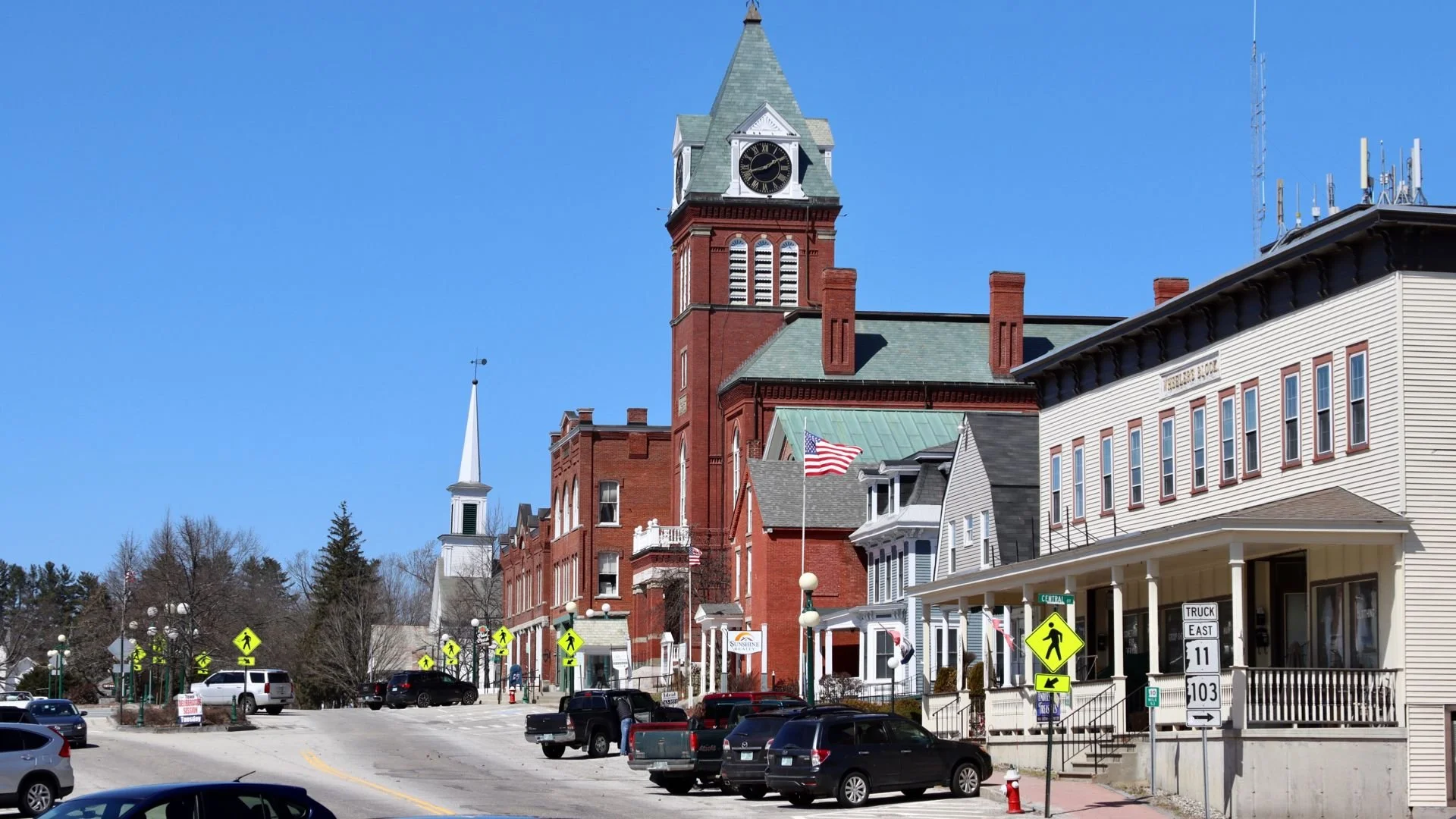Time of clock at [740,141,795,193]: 1:42
